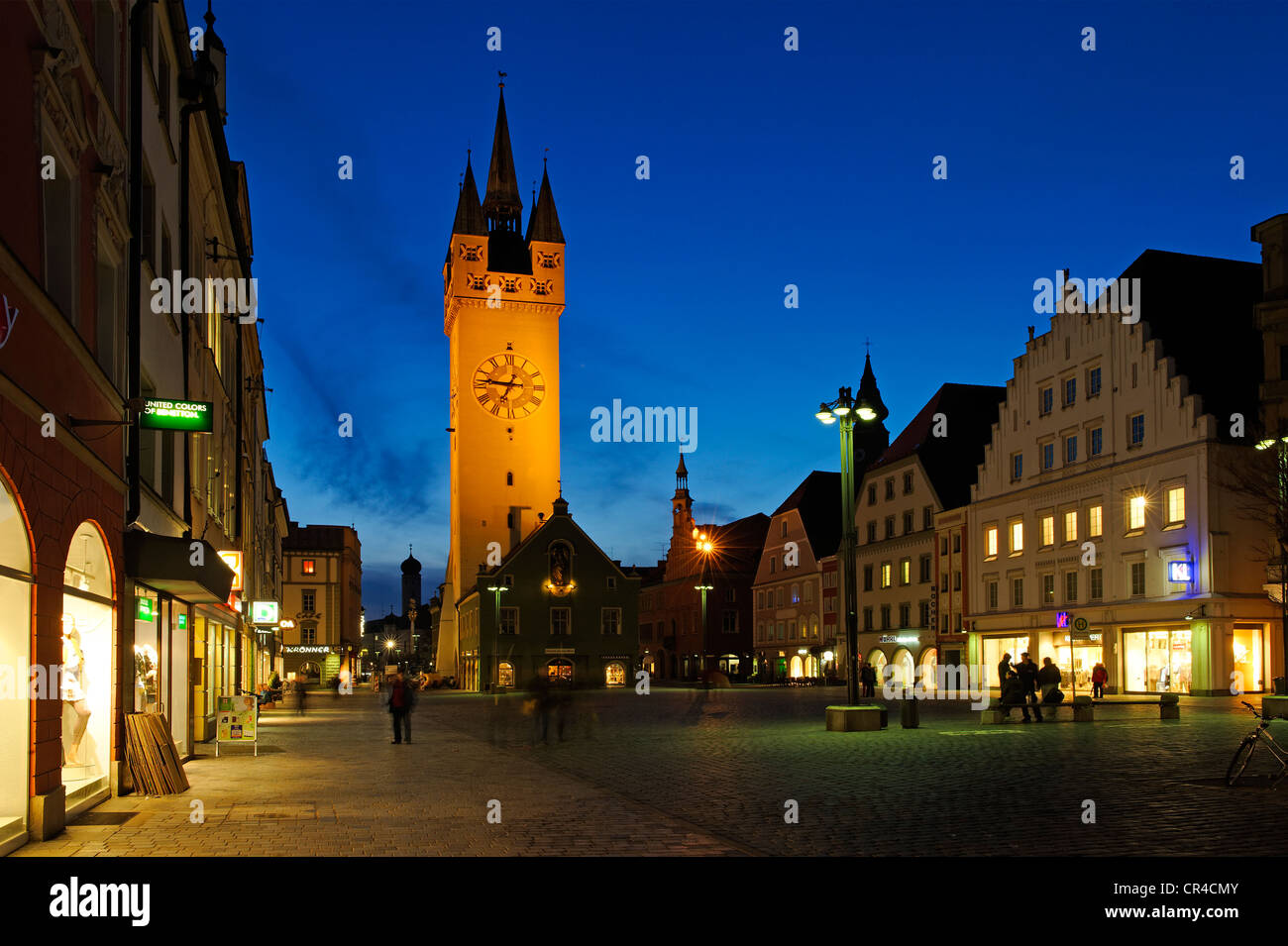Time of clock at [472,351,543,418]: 6:46
